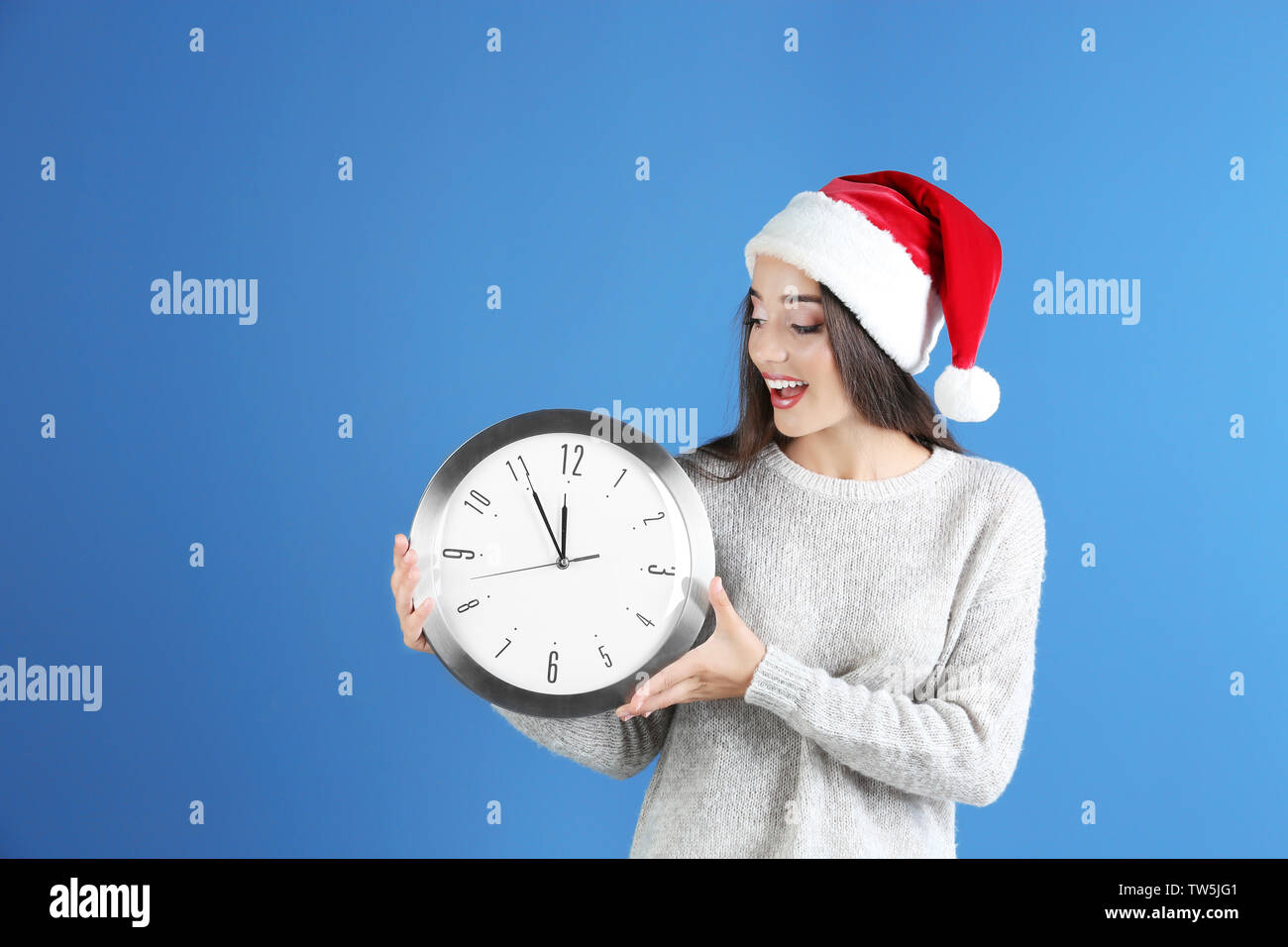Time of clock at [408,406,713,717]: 11:55
